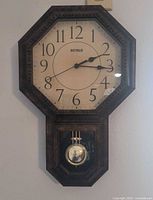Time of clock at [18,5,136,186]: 2:15
